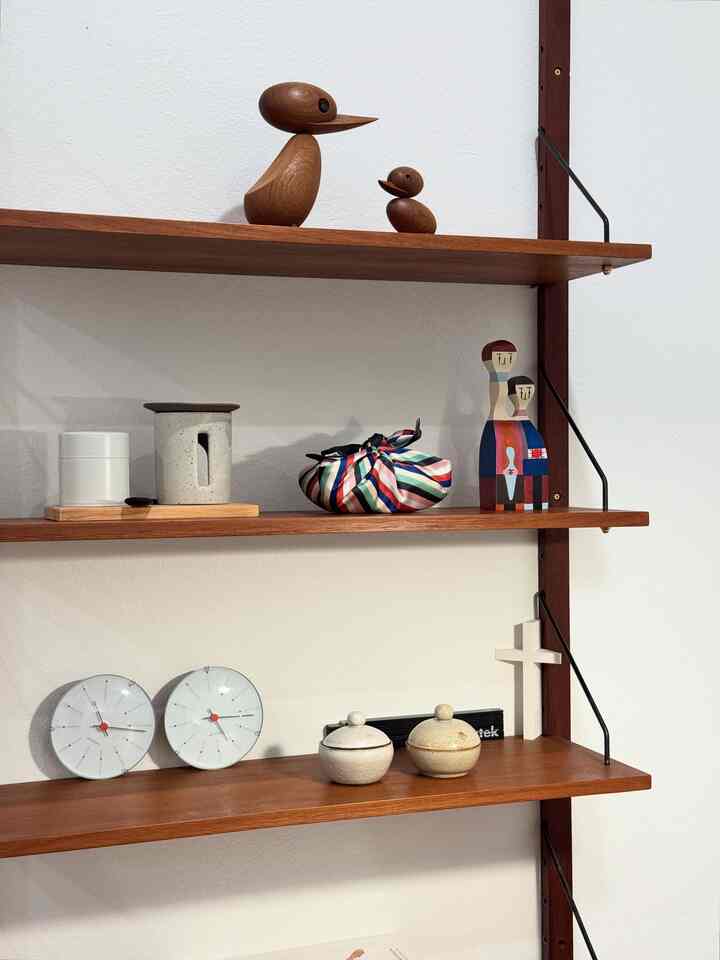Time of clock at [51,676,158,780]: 11:16
